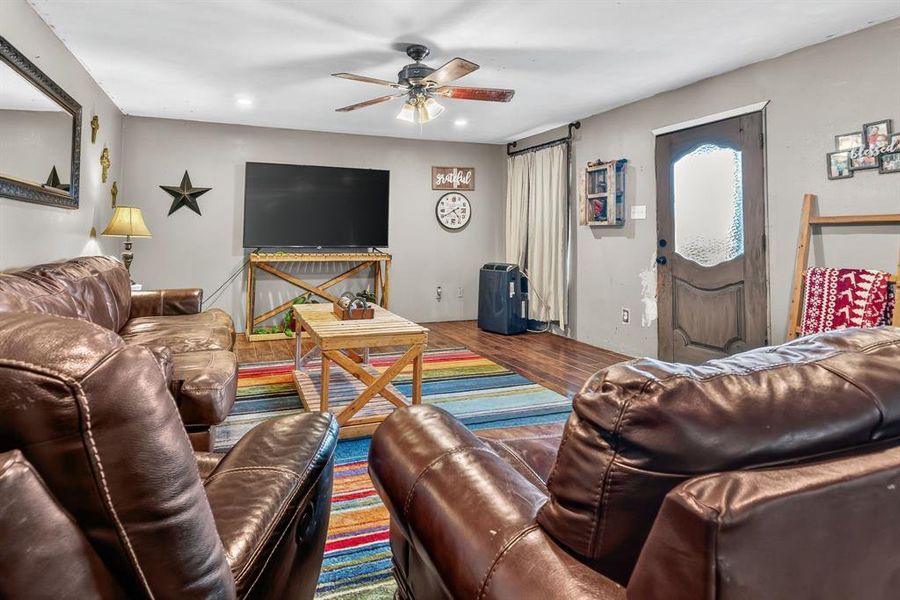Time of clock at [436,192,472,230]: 4:40
